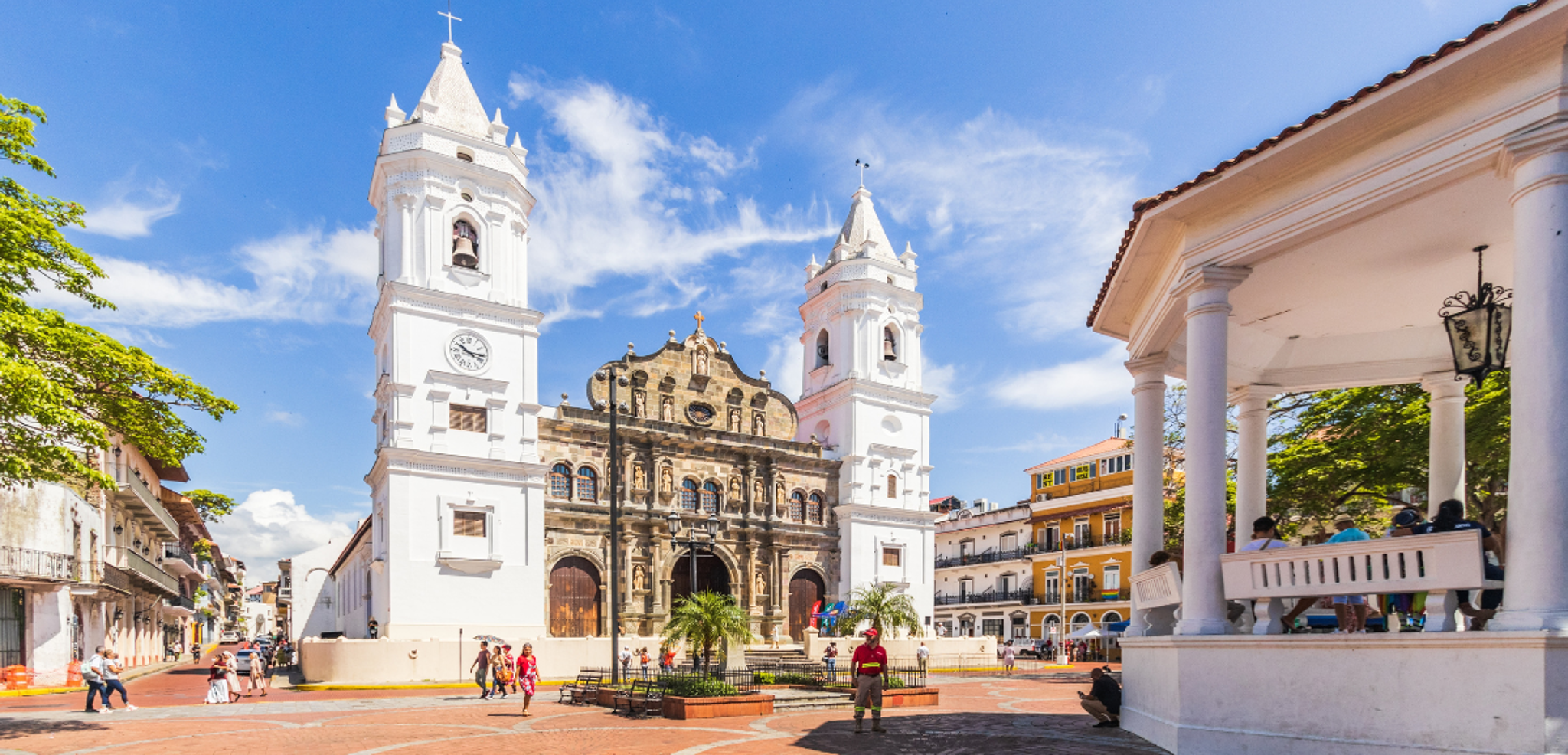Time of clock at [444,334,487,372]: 10:15
